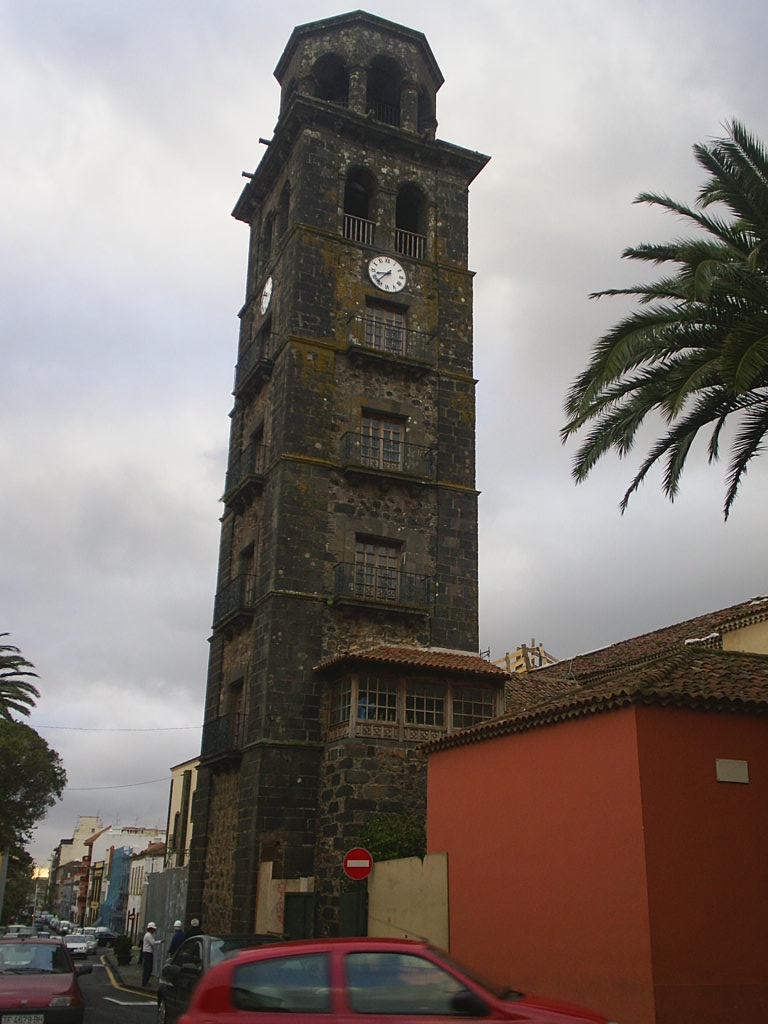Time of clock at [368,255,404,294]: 8:37
